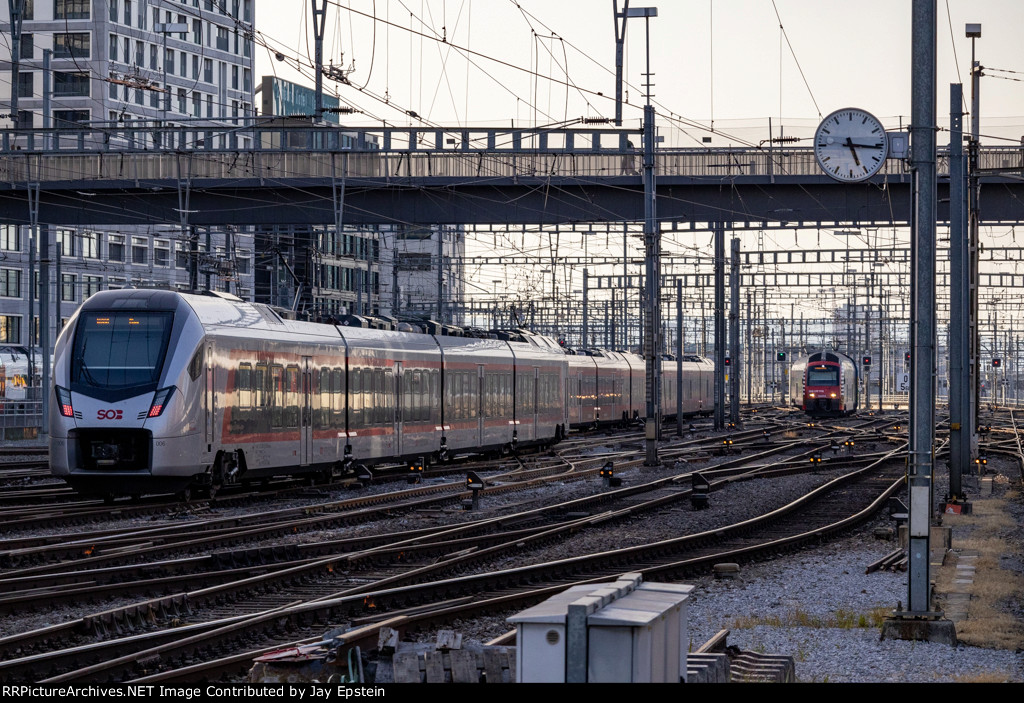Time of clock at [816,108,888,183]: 5:16
